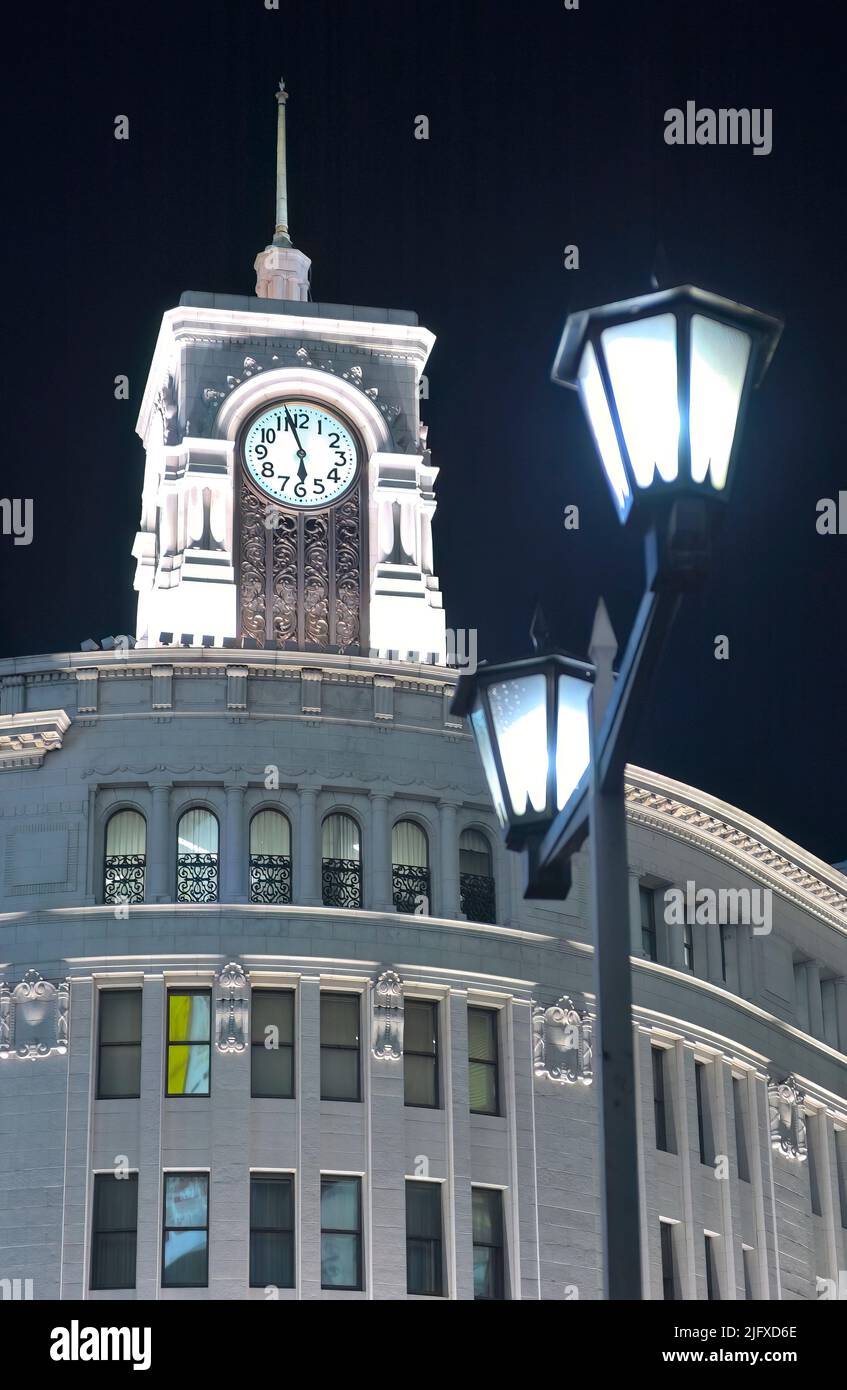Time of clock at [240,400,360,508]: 5:57
